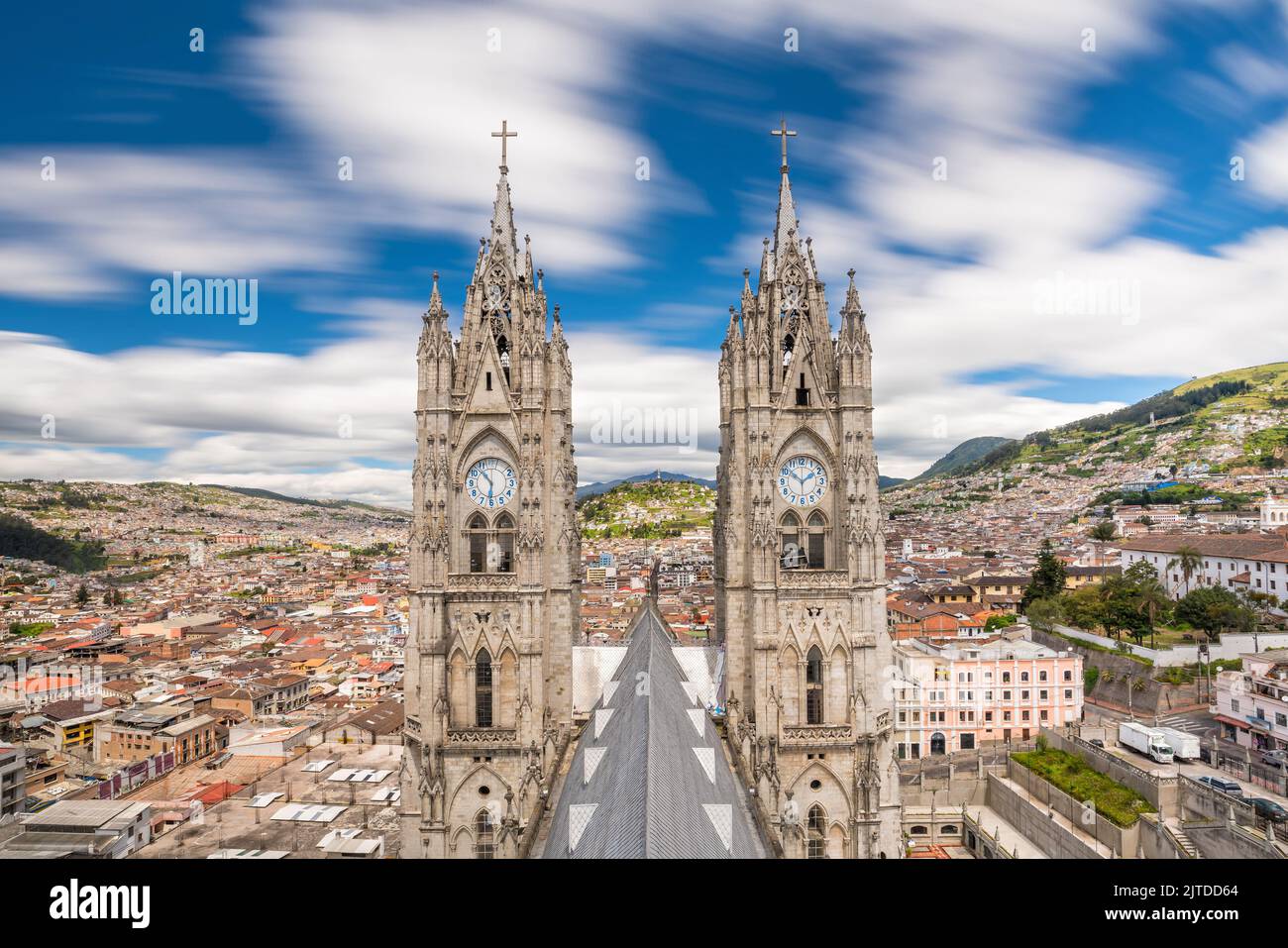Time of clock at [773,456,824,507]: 1:51
